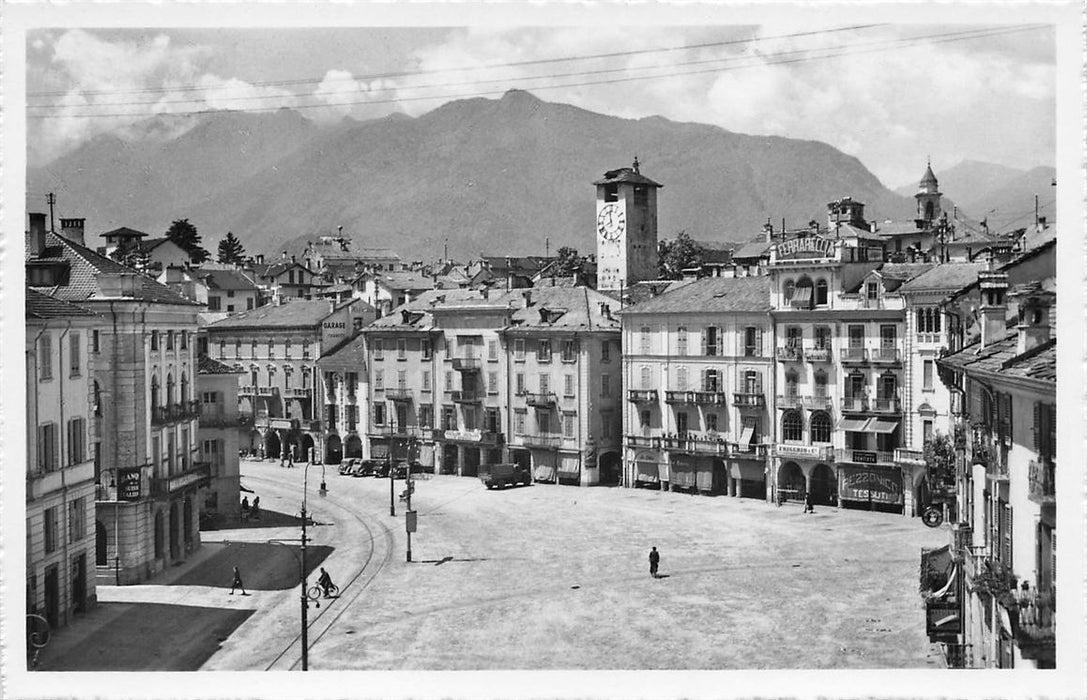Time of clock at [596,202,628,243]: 7:58
